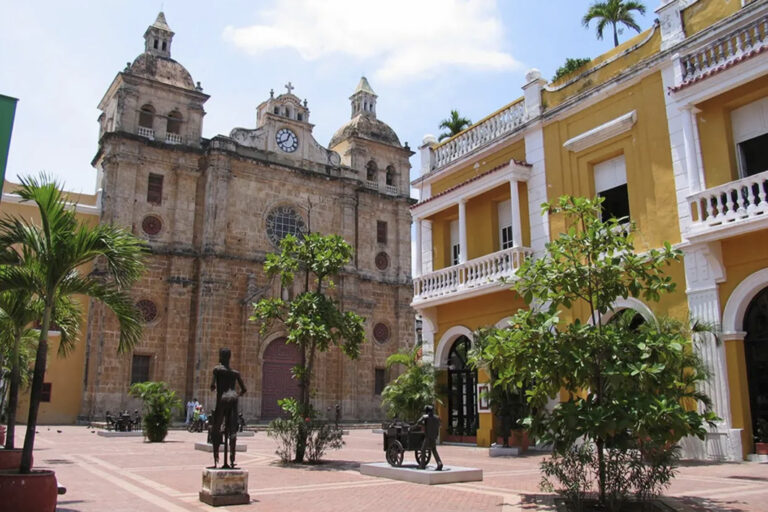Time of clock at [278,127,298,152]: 12:40
